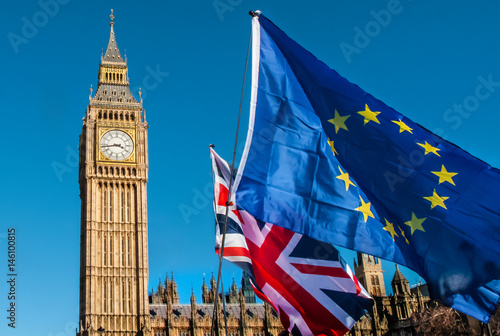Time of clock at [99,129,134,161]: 3:43
